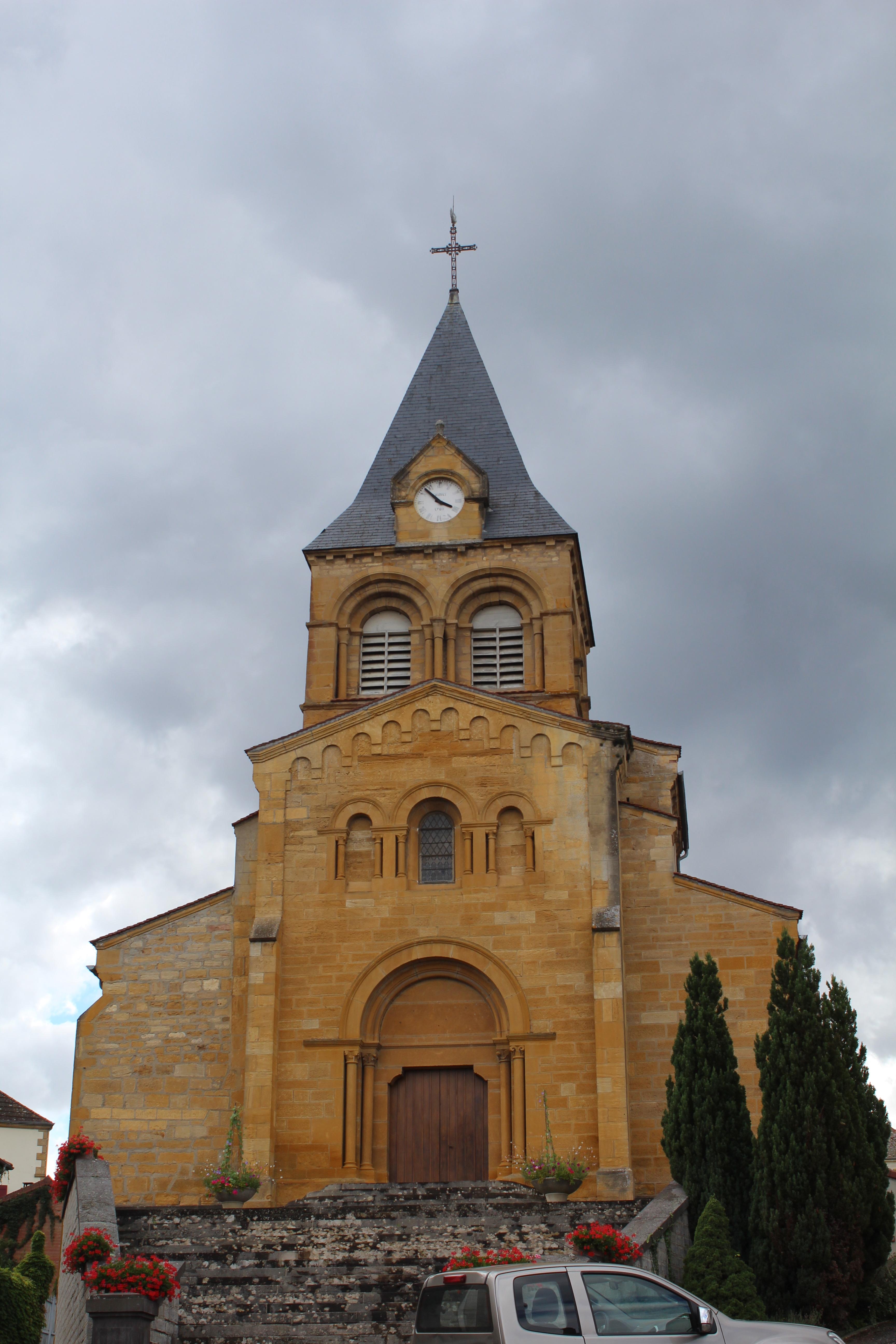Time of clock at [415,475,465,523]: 3:52
